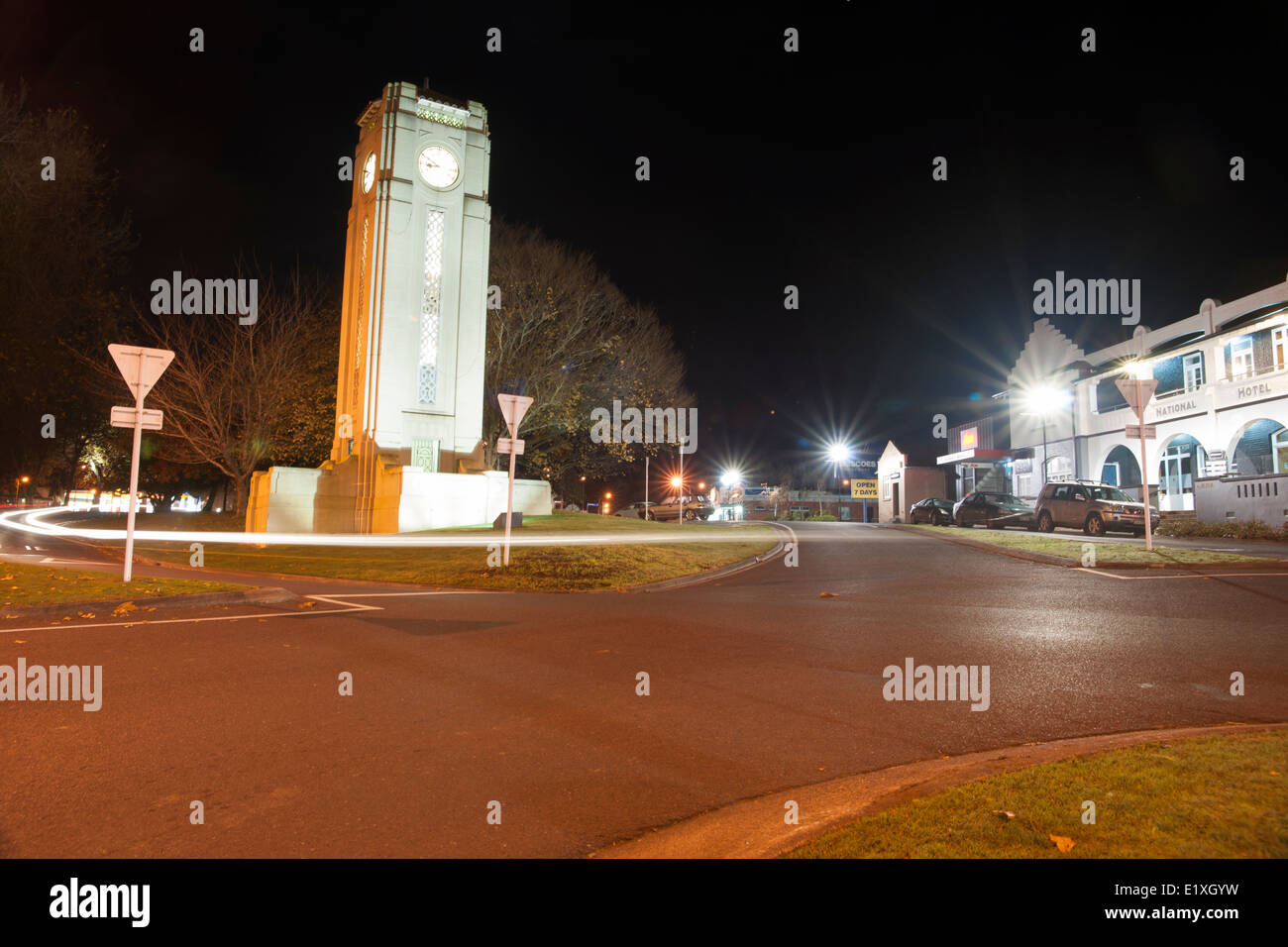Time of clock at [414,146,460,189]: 8:49
